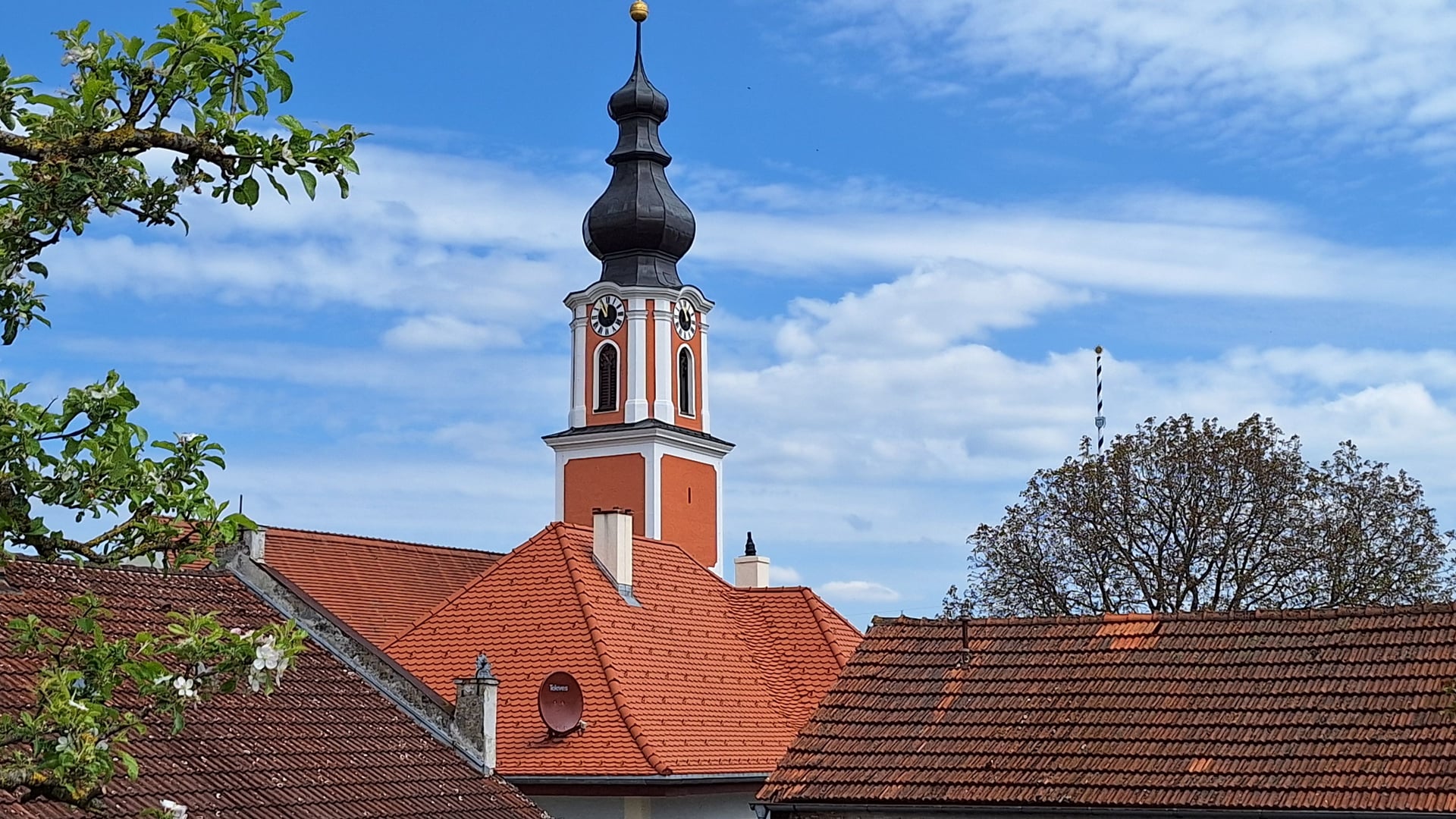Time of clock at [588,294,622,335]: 11:55
